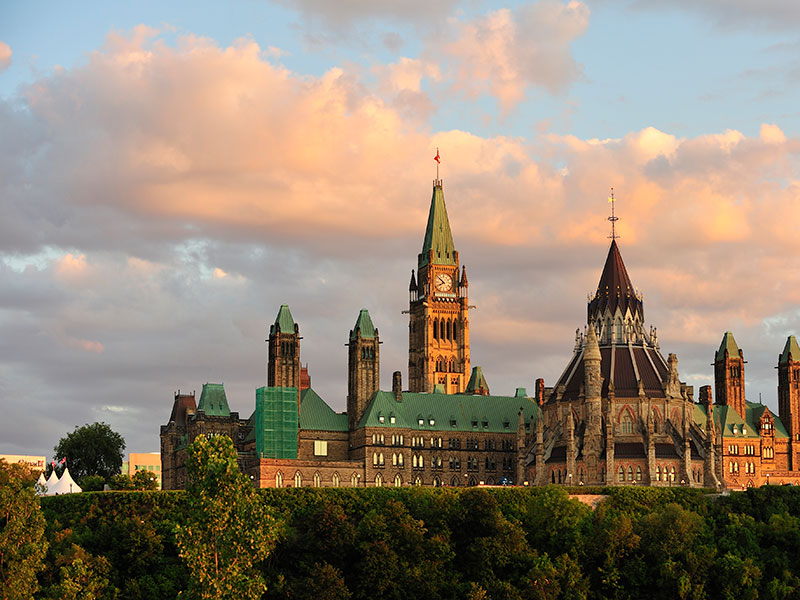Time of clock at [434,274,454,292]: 7:51
